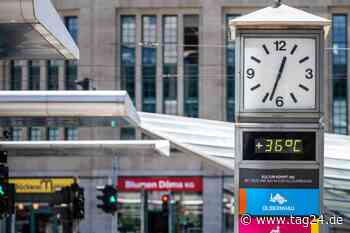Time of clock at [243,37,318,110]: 12:33
